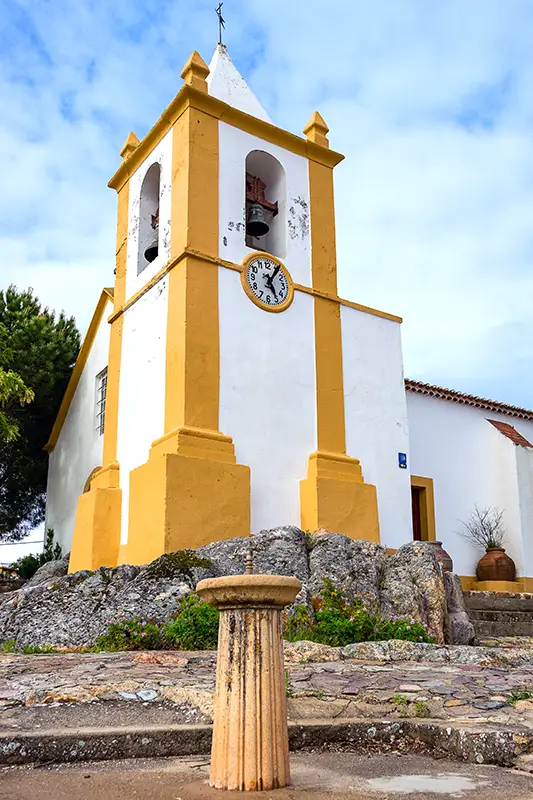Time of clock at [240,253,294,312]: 5:05
